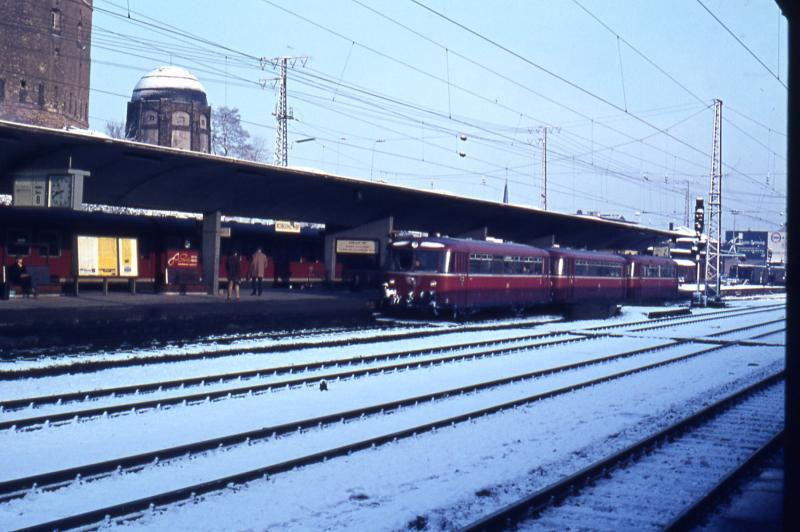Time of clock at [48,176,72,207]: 8:41
